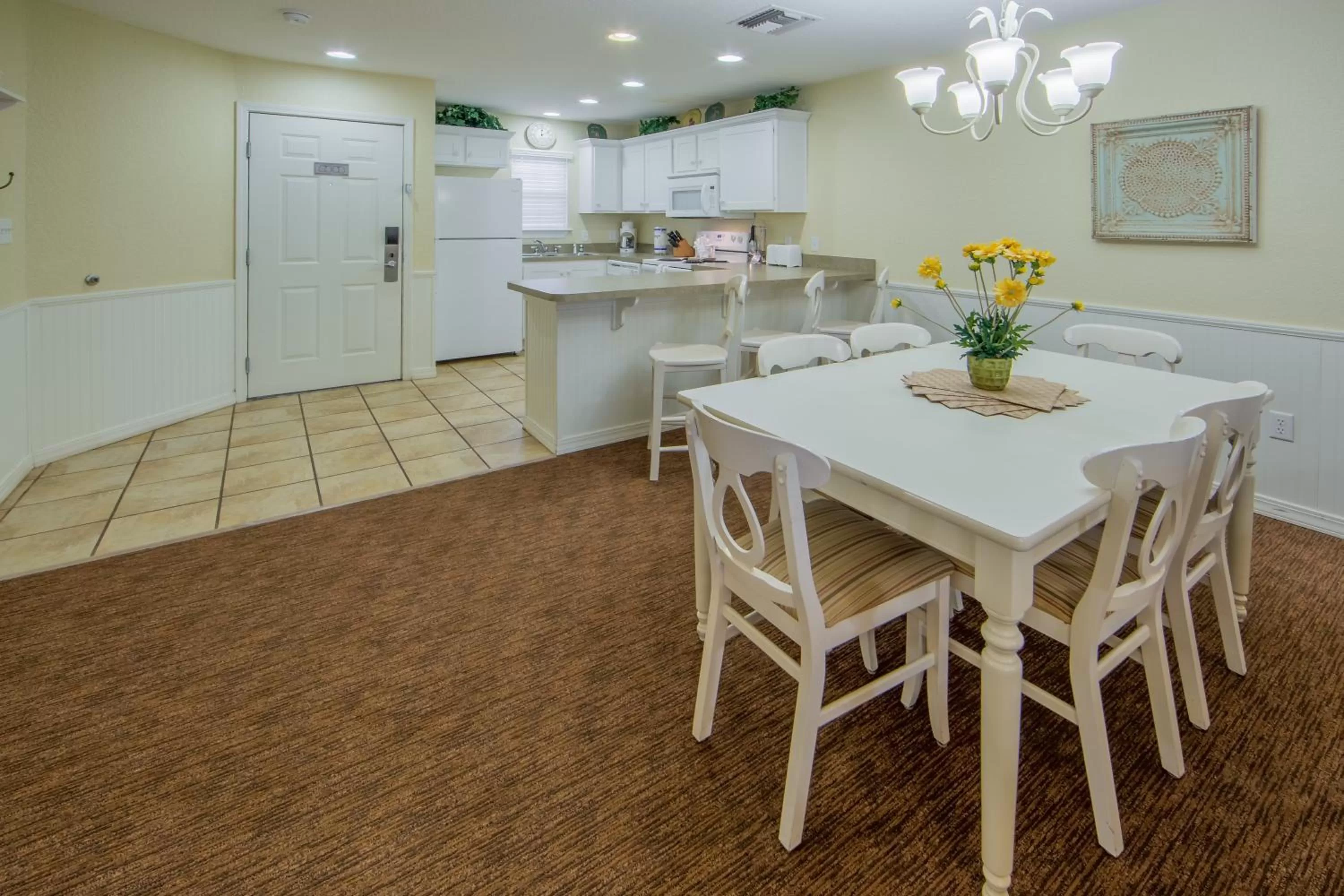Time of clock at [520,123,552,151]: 12:11
